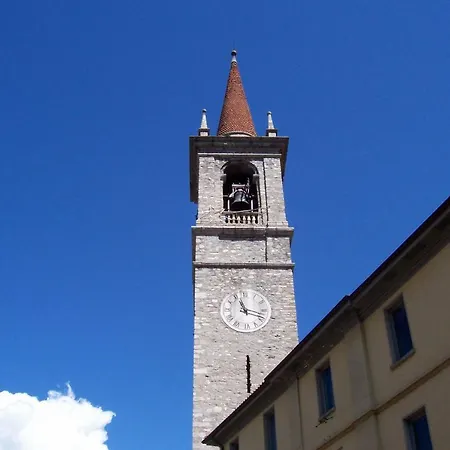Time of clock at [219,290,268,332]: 11:17
